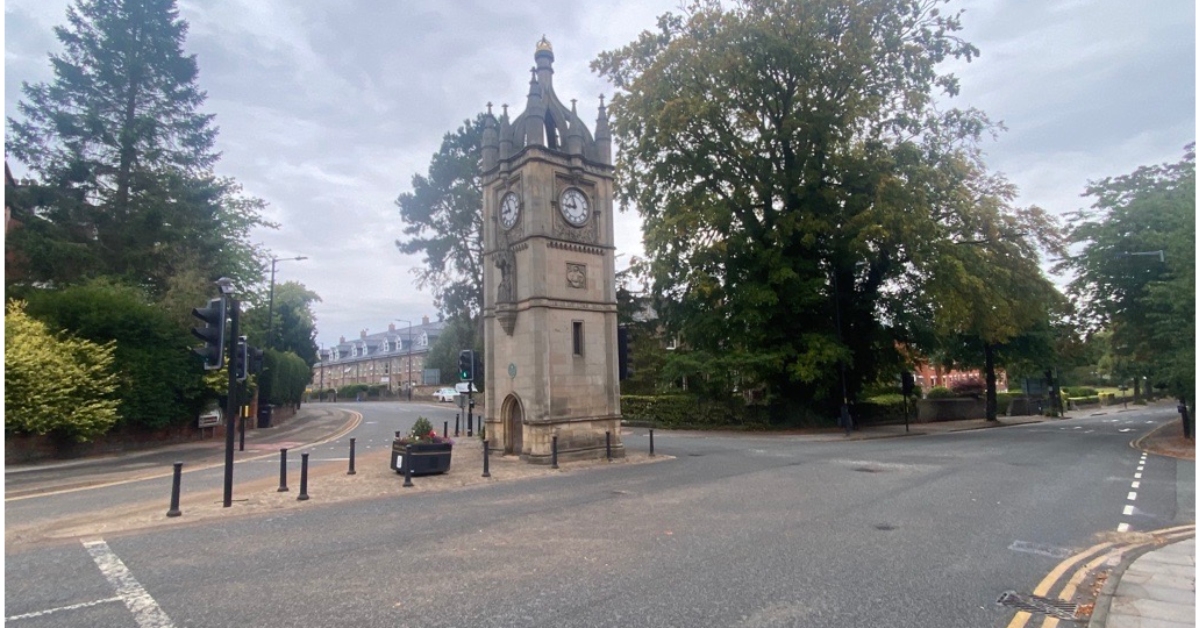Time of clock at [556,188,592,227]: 8:57
